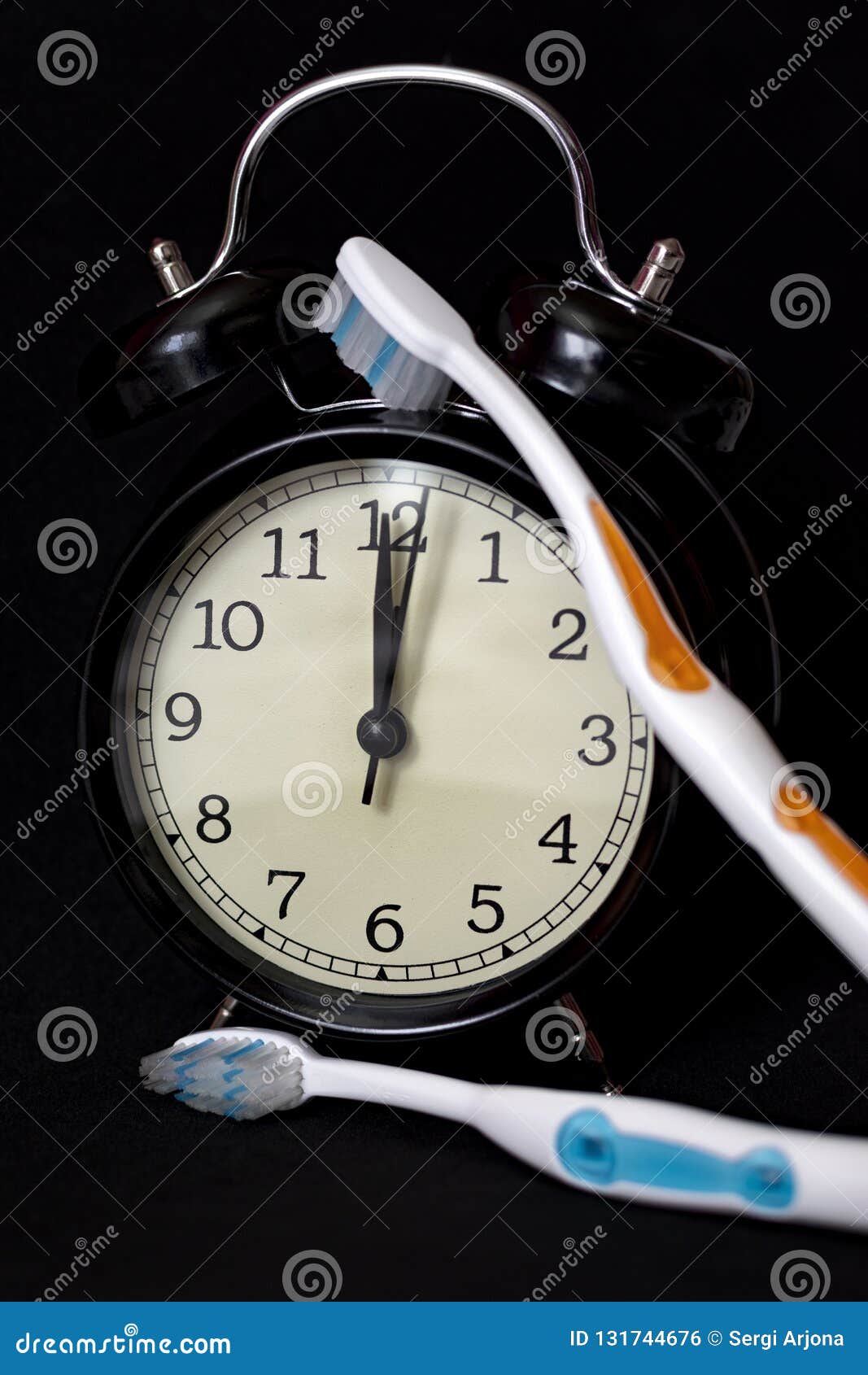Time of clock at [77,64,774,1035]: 12:01
